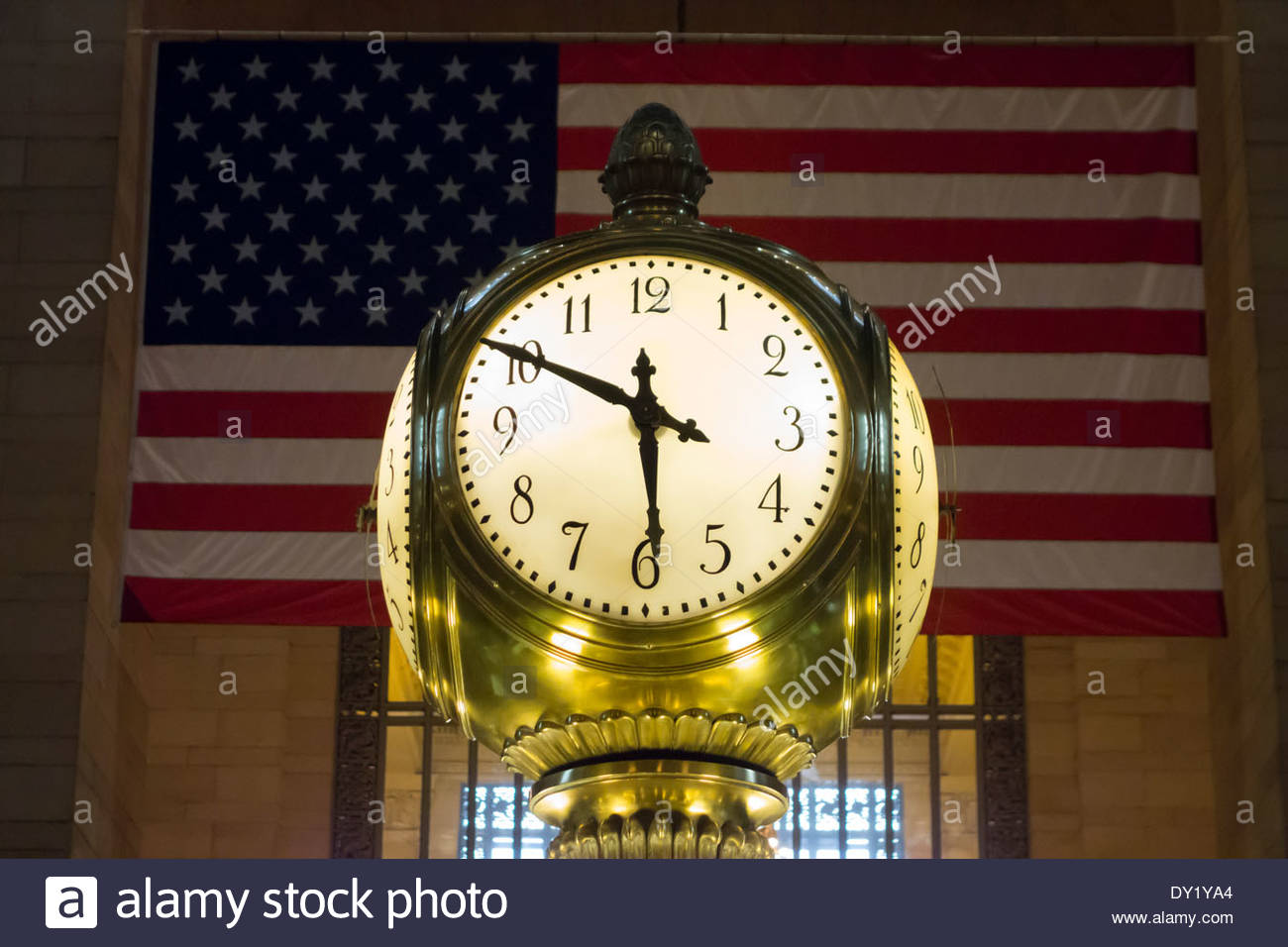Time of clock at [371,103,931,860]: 5:49
